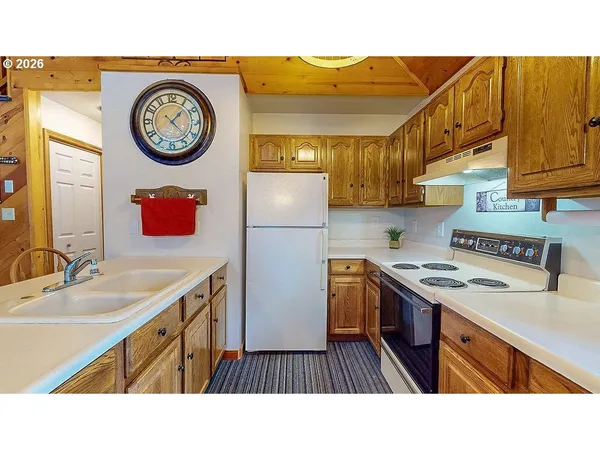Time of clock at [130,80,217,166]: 1:22
